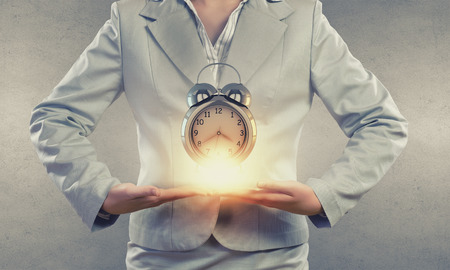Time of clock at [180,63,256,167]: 3:40
